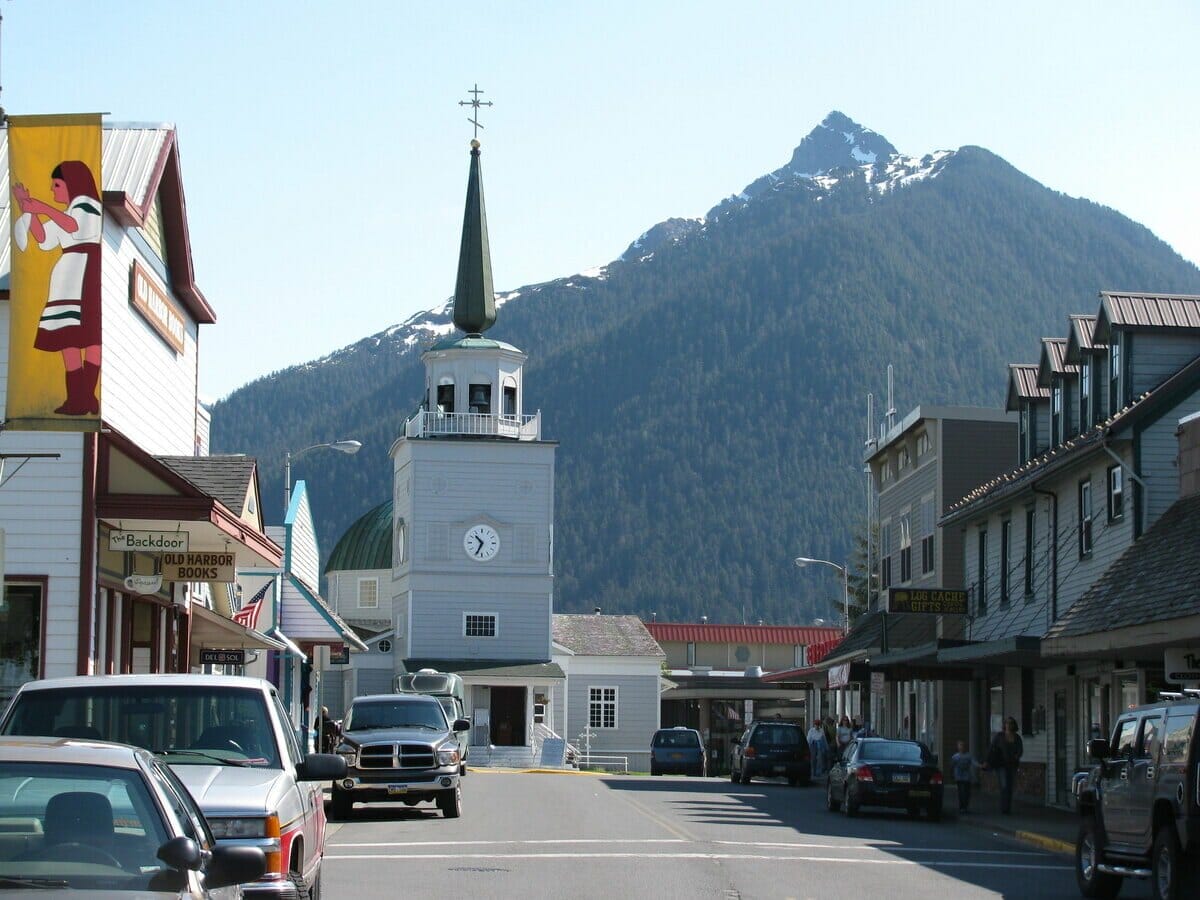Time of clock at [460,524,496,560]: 10:34
